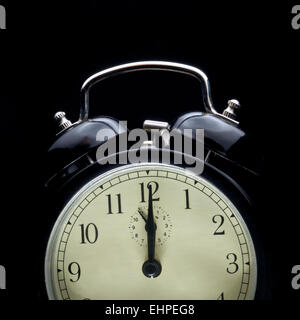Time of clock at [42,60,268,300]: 12:00
